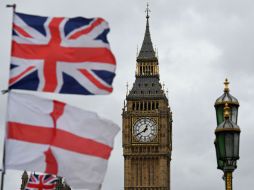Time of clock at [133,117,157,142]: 12:40
